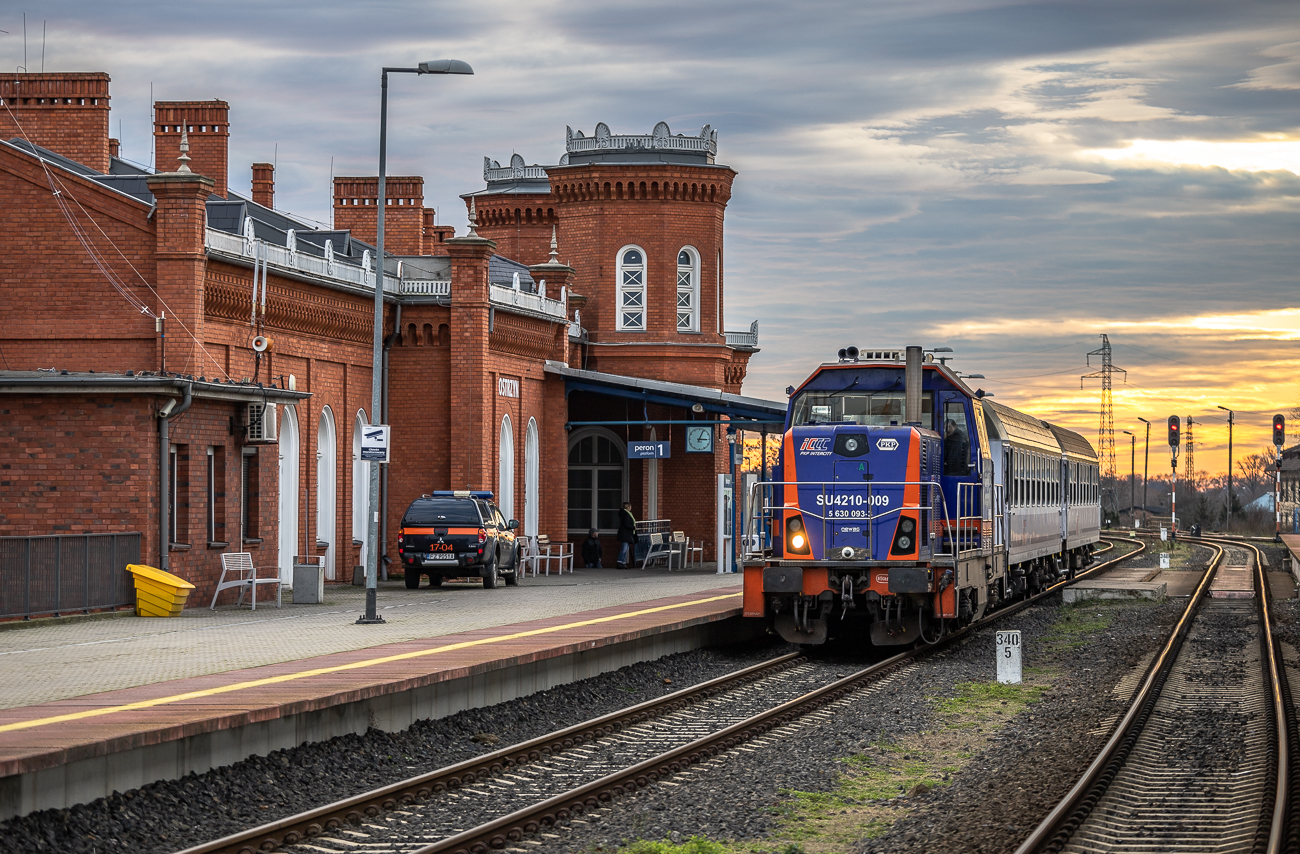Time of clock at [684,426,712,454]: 3:04
